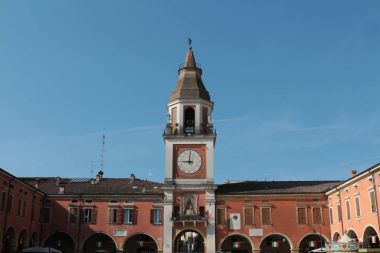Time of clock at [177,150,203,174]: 9:00
